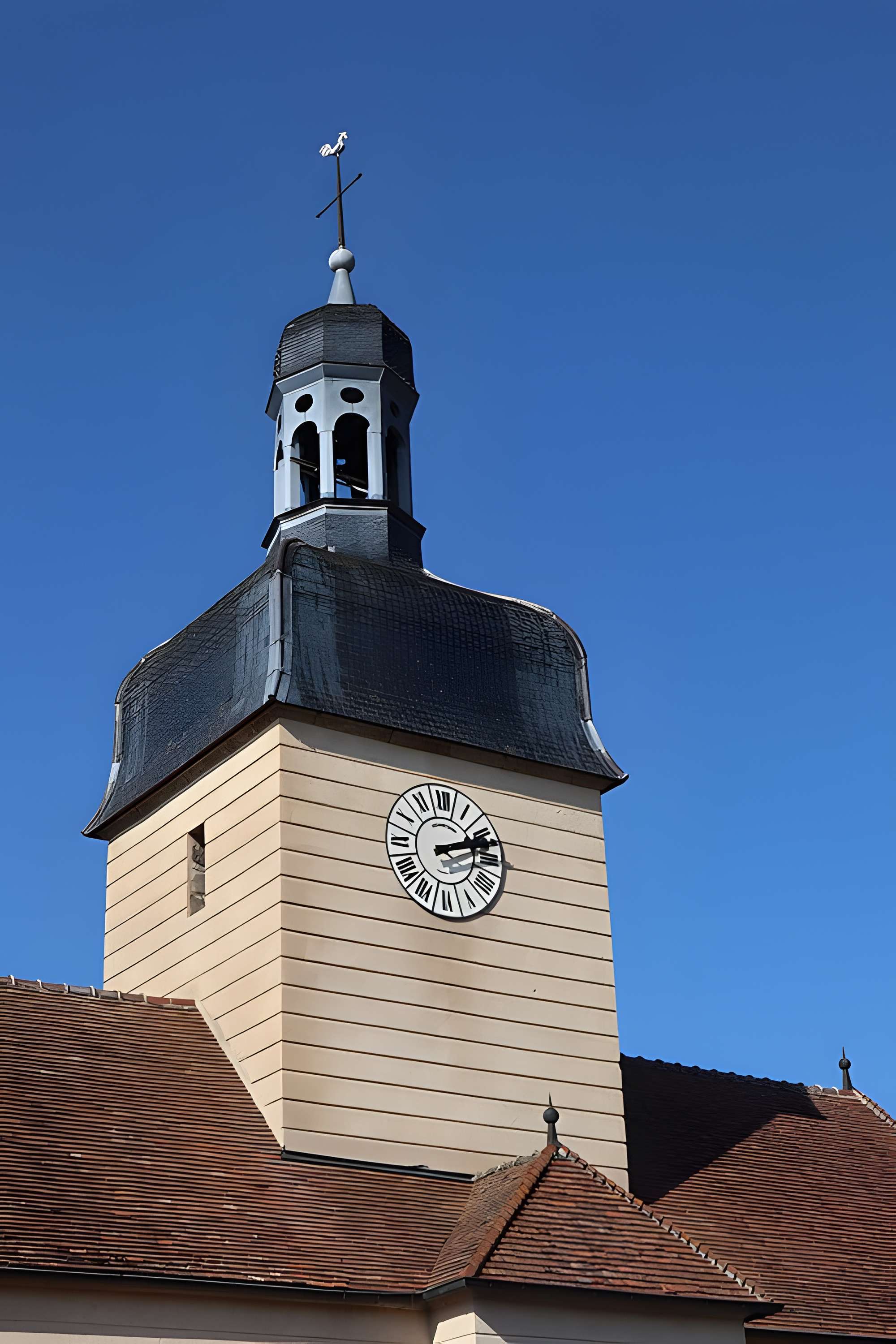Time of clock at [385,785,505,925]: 2:11
